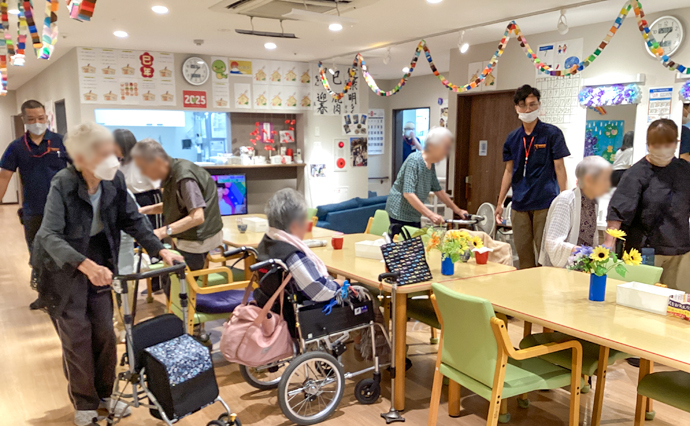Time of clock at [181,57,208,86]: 9:36
